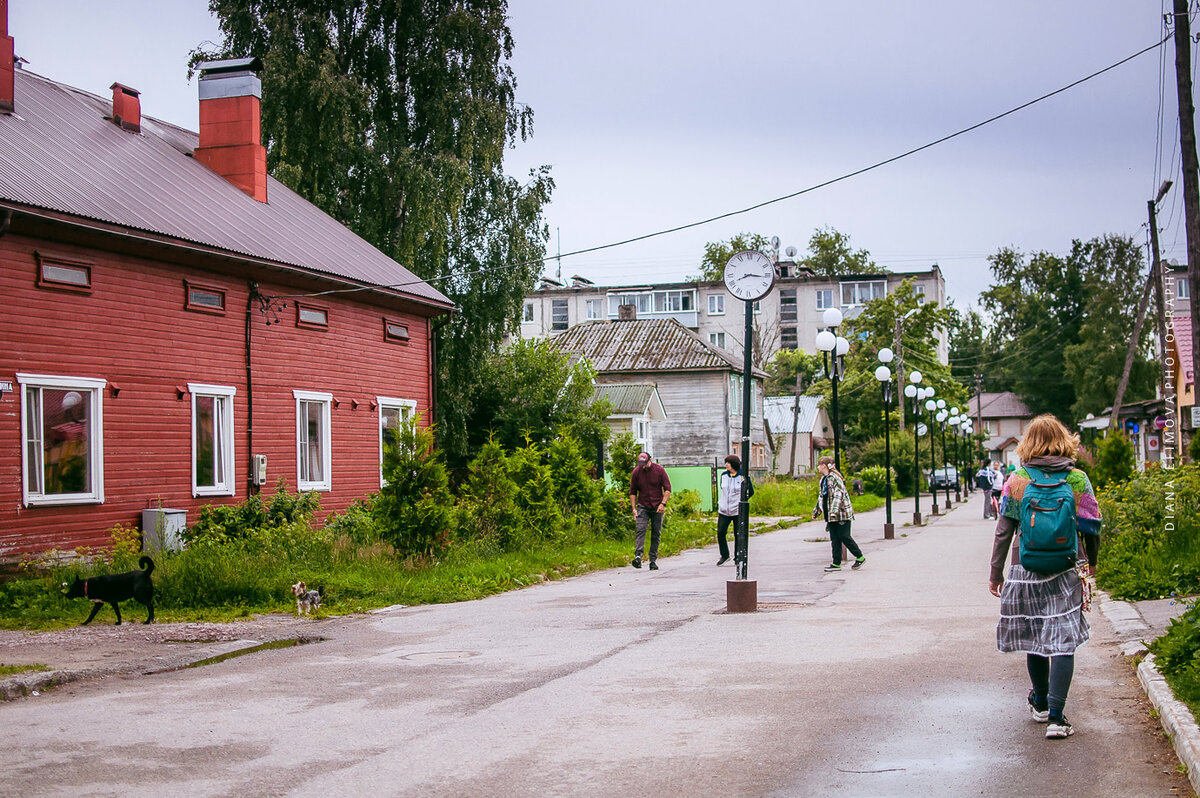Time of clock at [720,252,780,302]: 8:16
